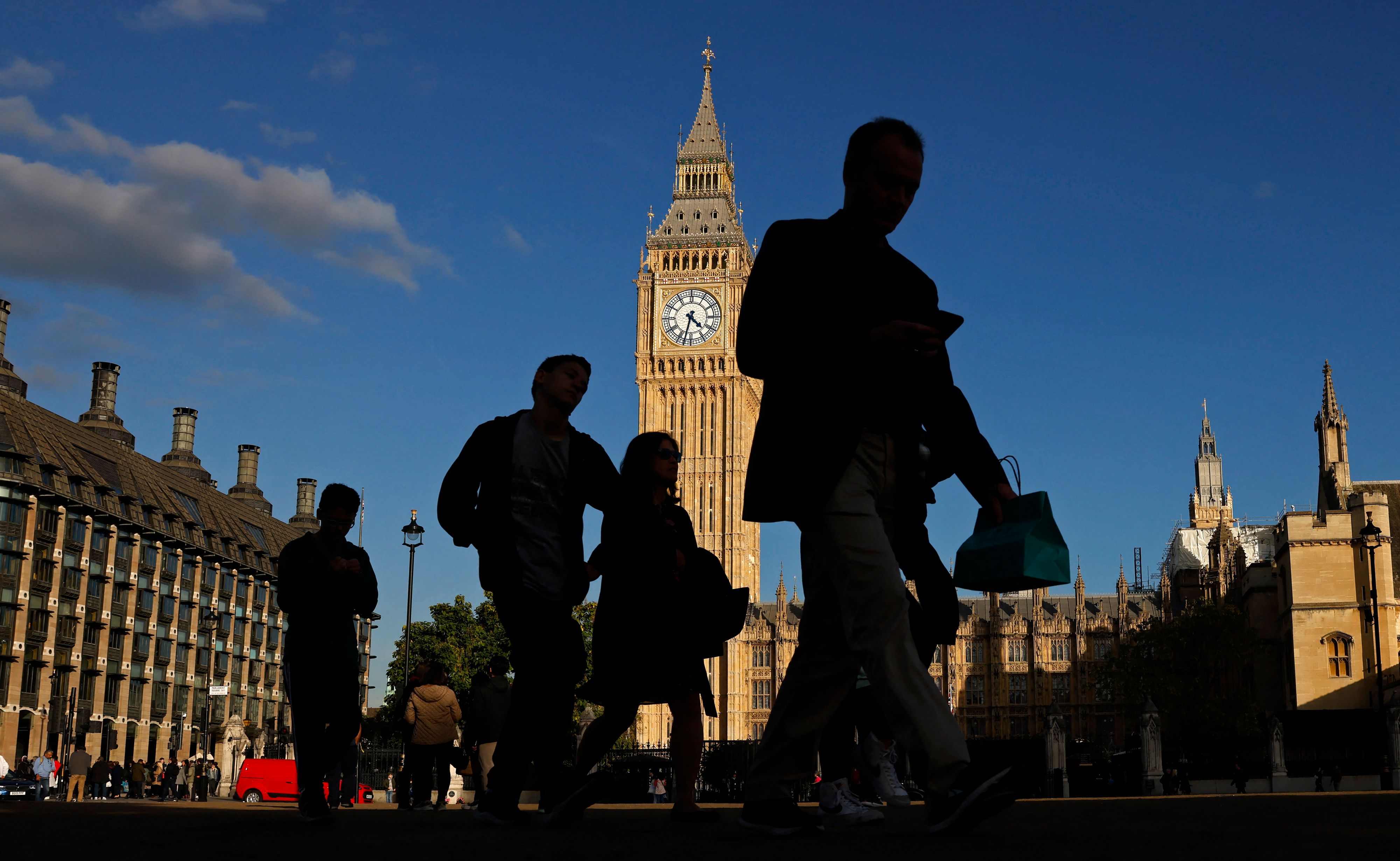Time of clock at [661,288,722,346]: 4:32
